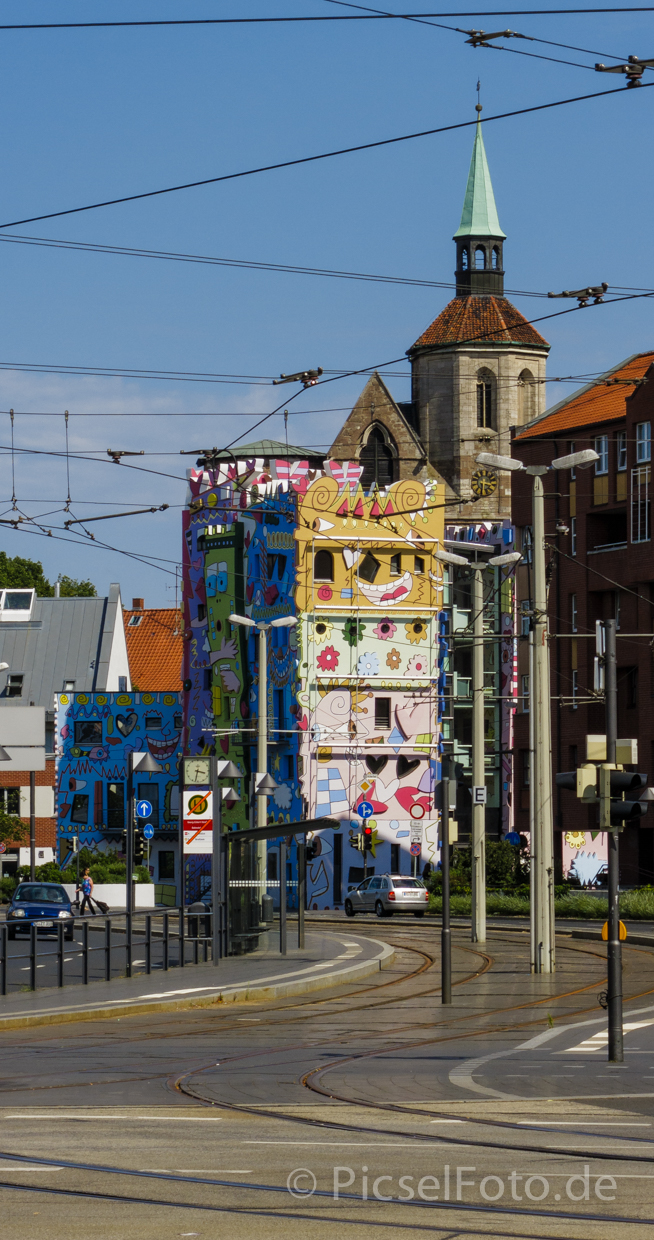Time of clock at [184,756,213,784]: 3:32
